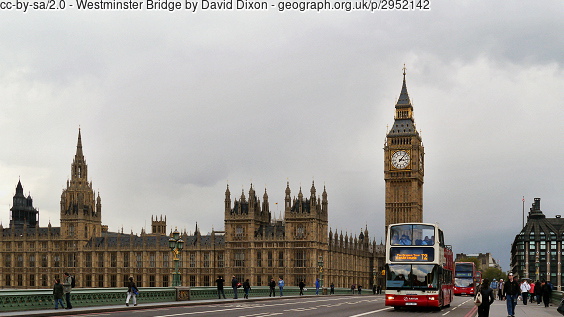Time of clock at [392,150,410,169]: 3:06
